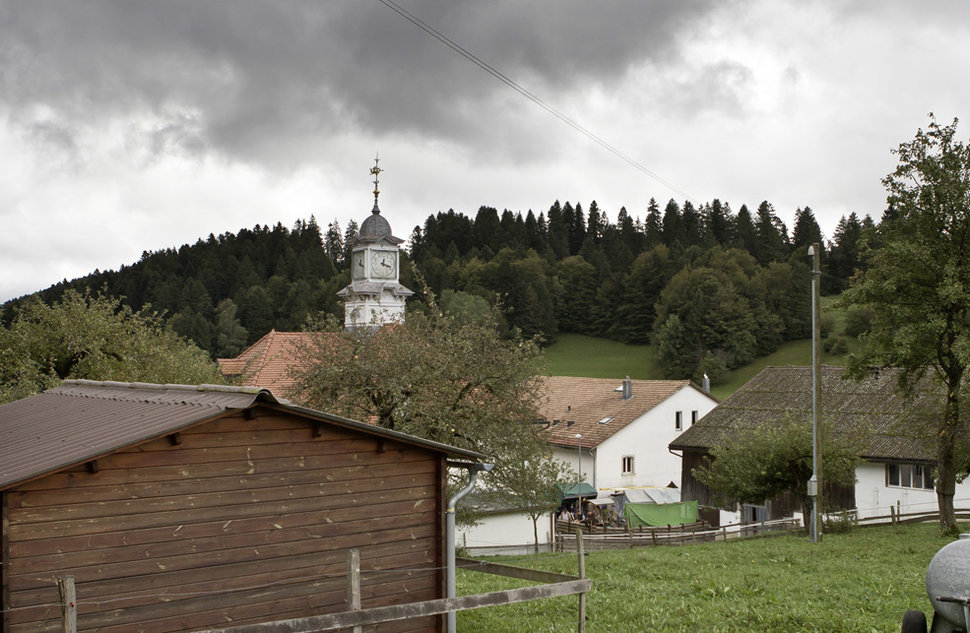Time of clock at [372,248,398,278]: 12:18
